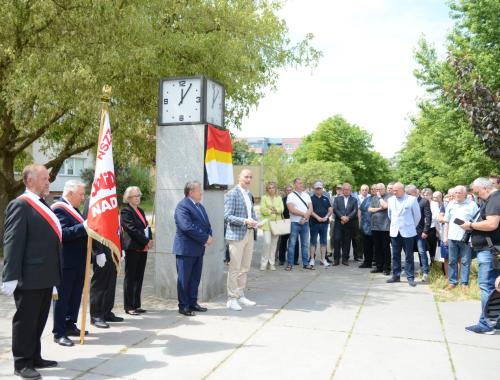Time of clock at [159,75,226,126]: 12:05
